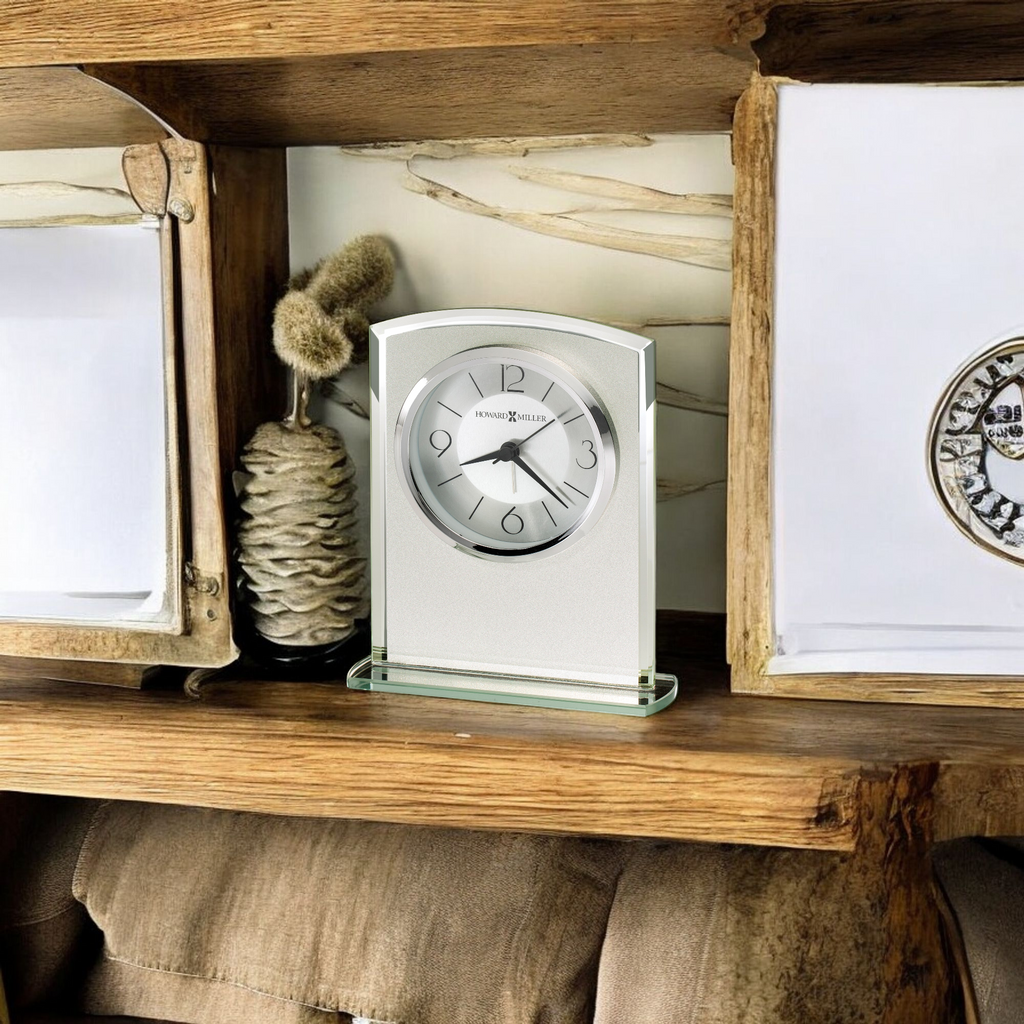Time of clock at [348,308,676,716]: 8:21
